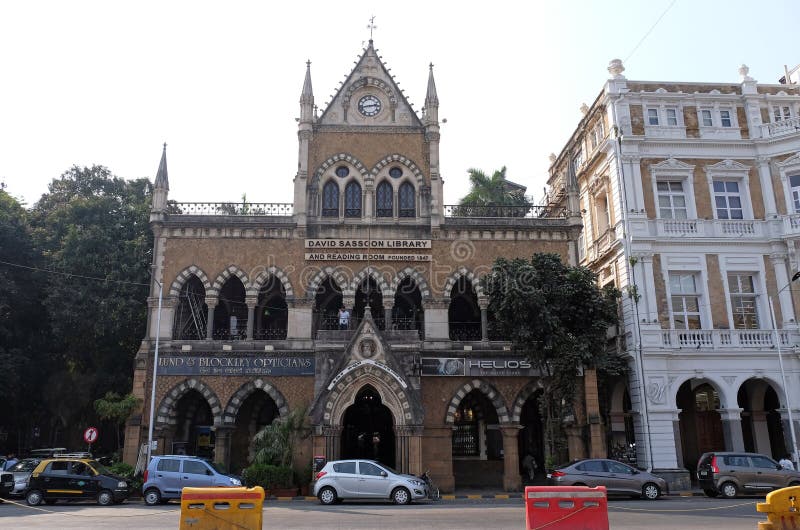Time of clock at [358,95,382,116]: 2:42
